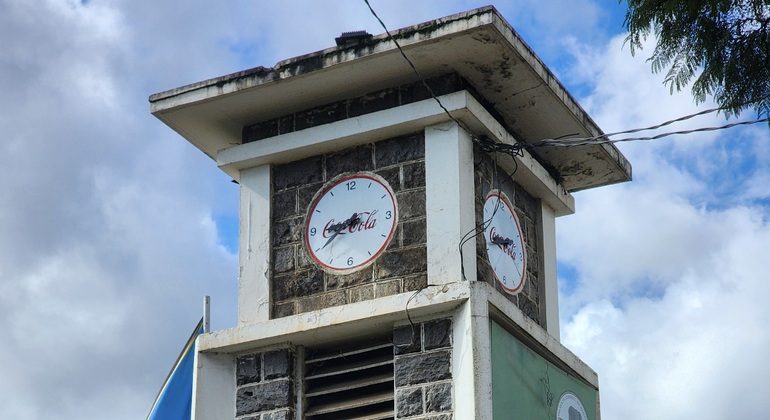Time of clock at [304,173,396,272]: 8:39
